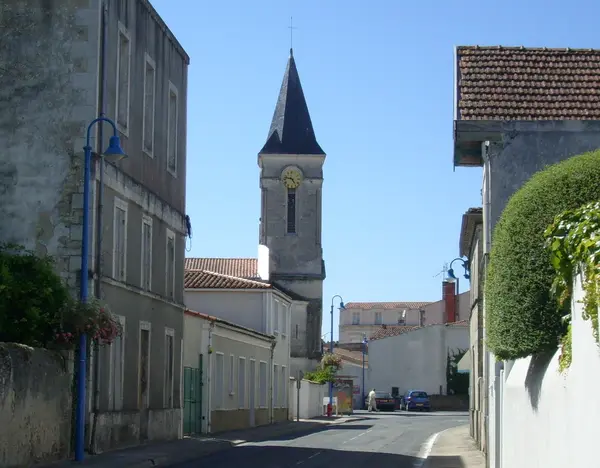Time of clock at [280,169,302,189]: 4:46
